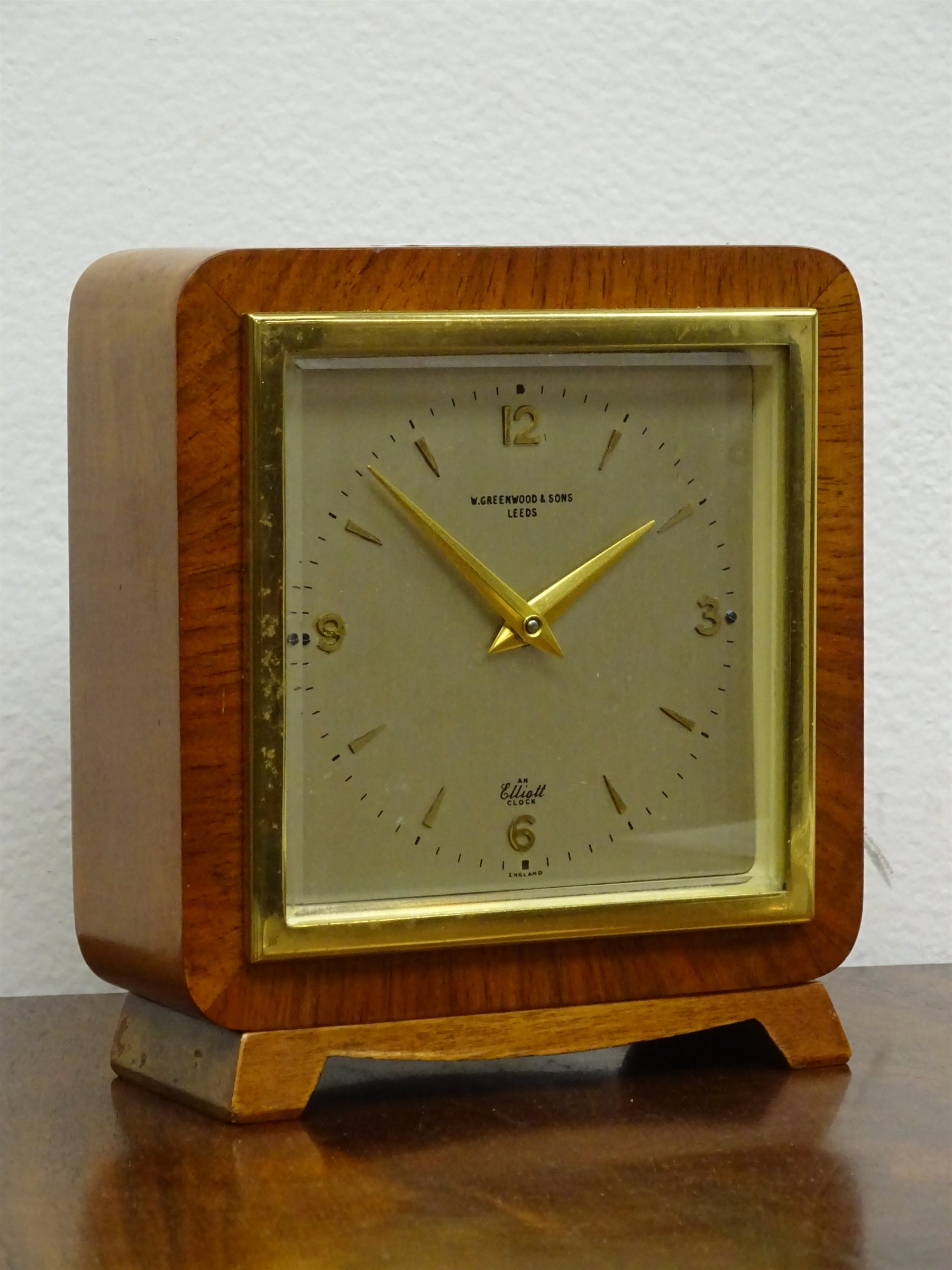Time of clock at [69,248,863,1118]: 1:52
